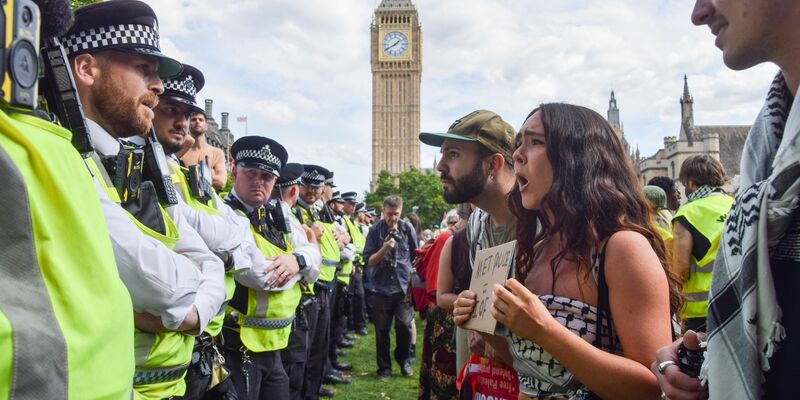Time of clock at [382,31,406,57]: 1:40
